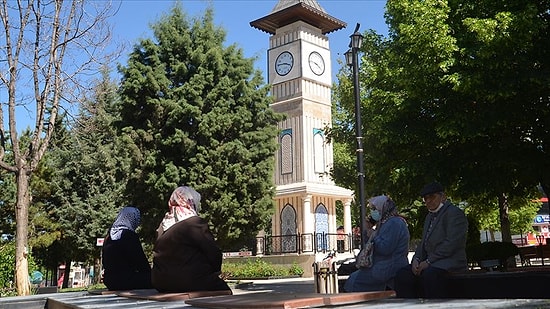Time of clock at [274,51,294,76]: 3:46
